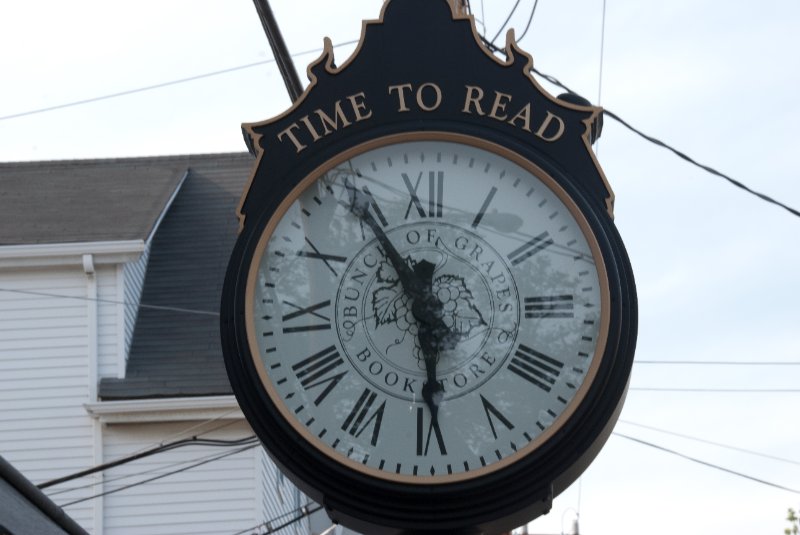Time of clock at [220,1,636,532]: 5:55
